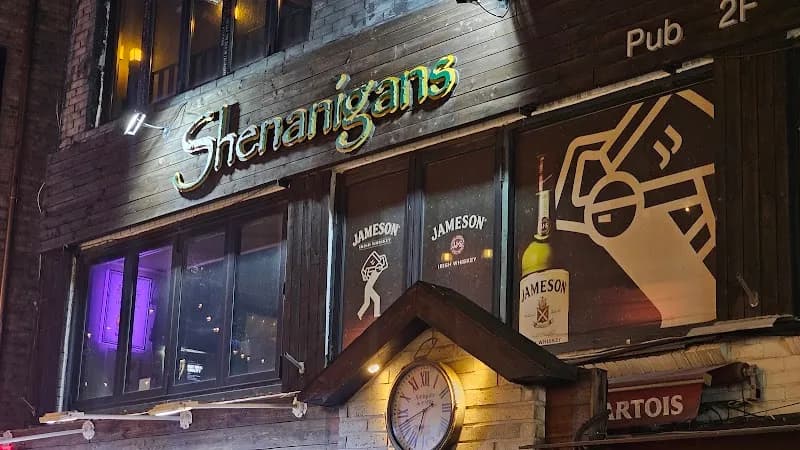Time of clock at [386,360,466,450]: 6:41
